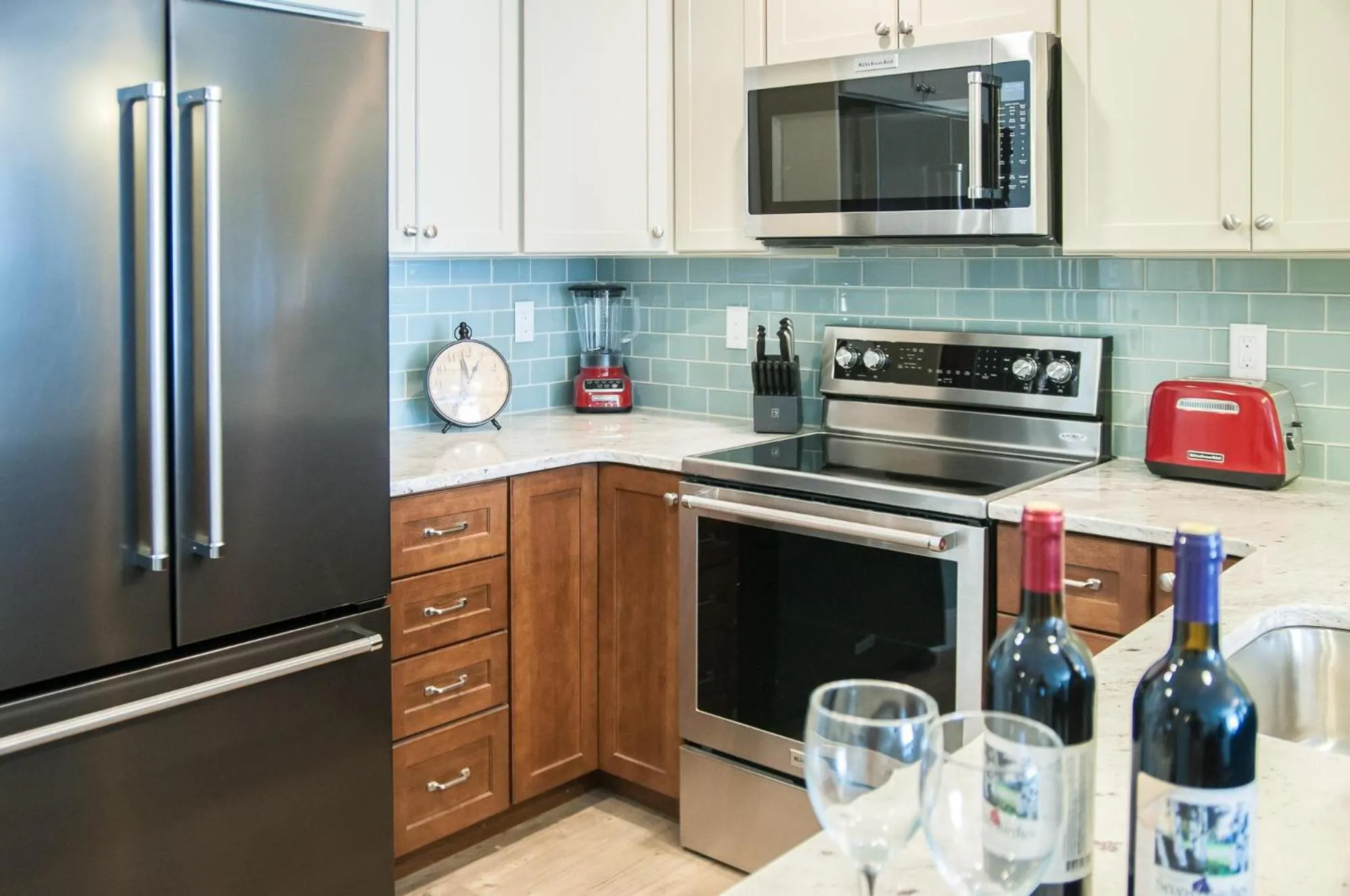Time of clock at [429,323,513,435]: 12:58
